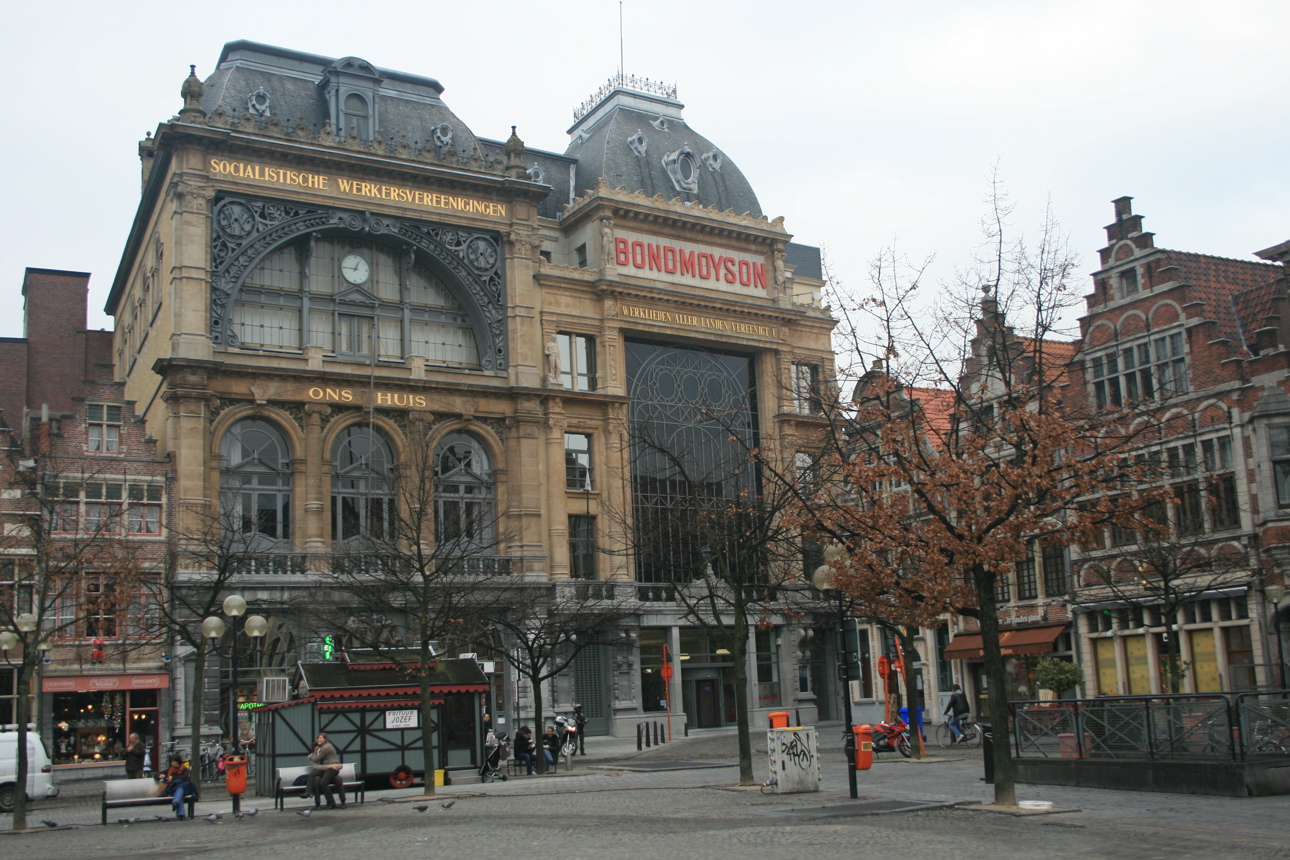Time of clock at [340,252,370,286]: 12:45
